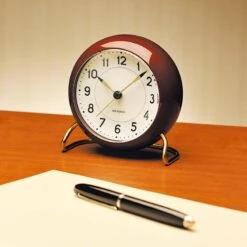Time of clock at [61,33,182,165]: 10:07
